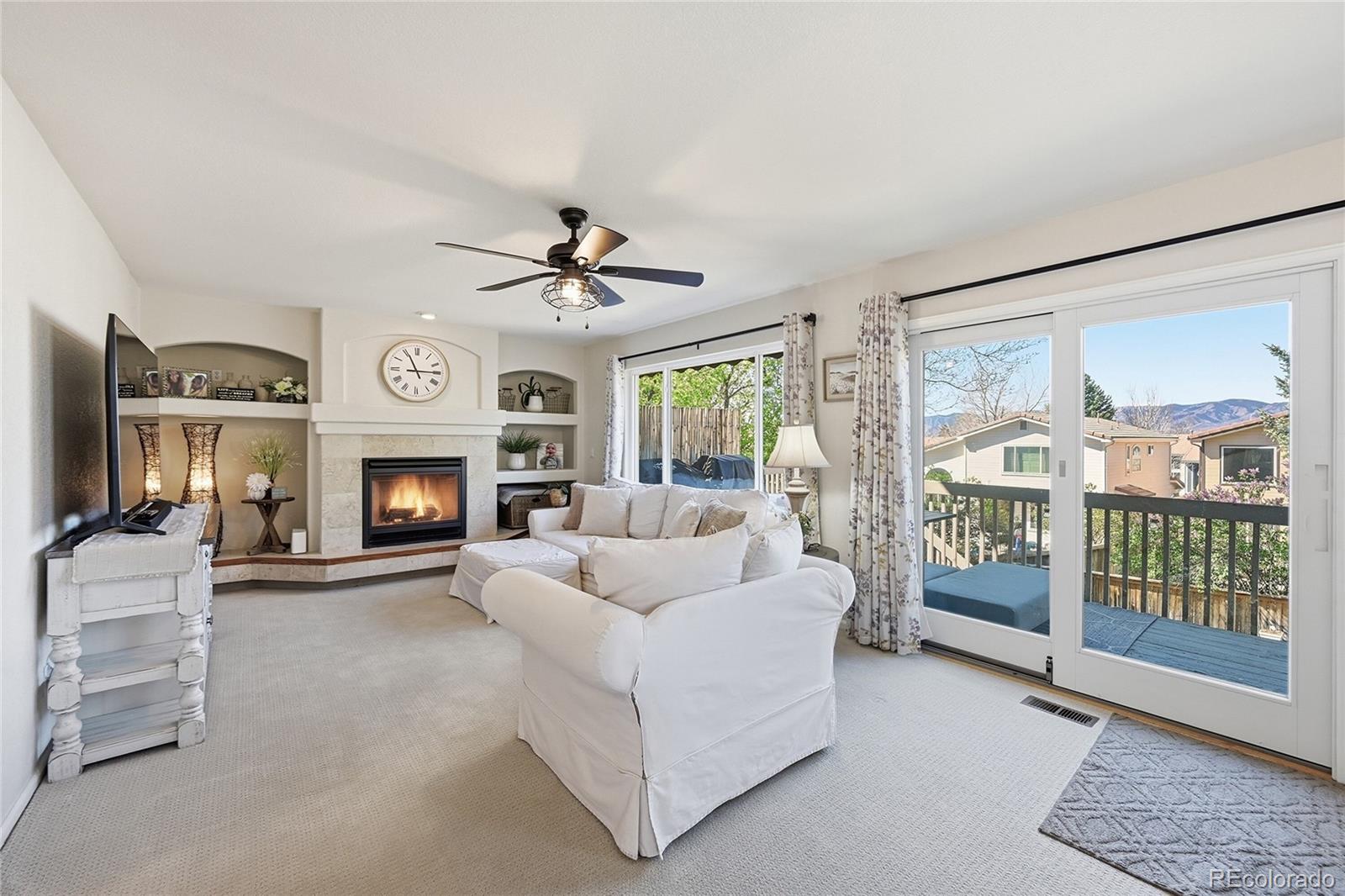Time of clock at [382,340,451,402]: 2:55
